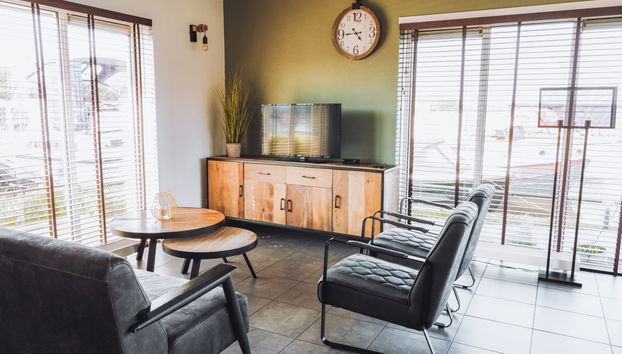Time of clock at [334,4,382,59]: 4:44
